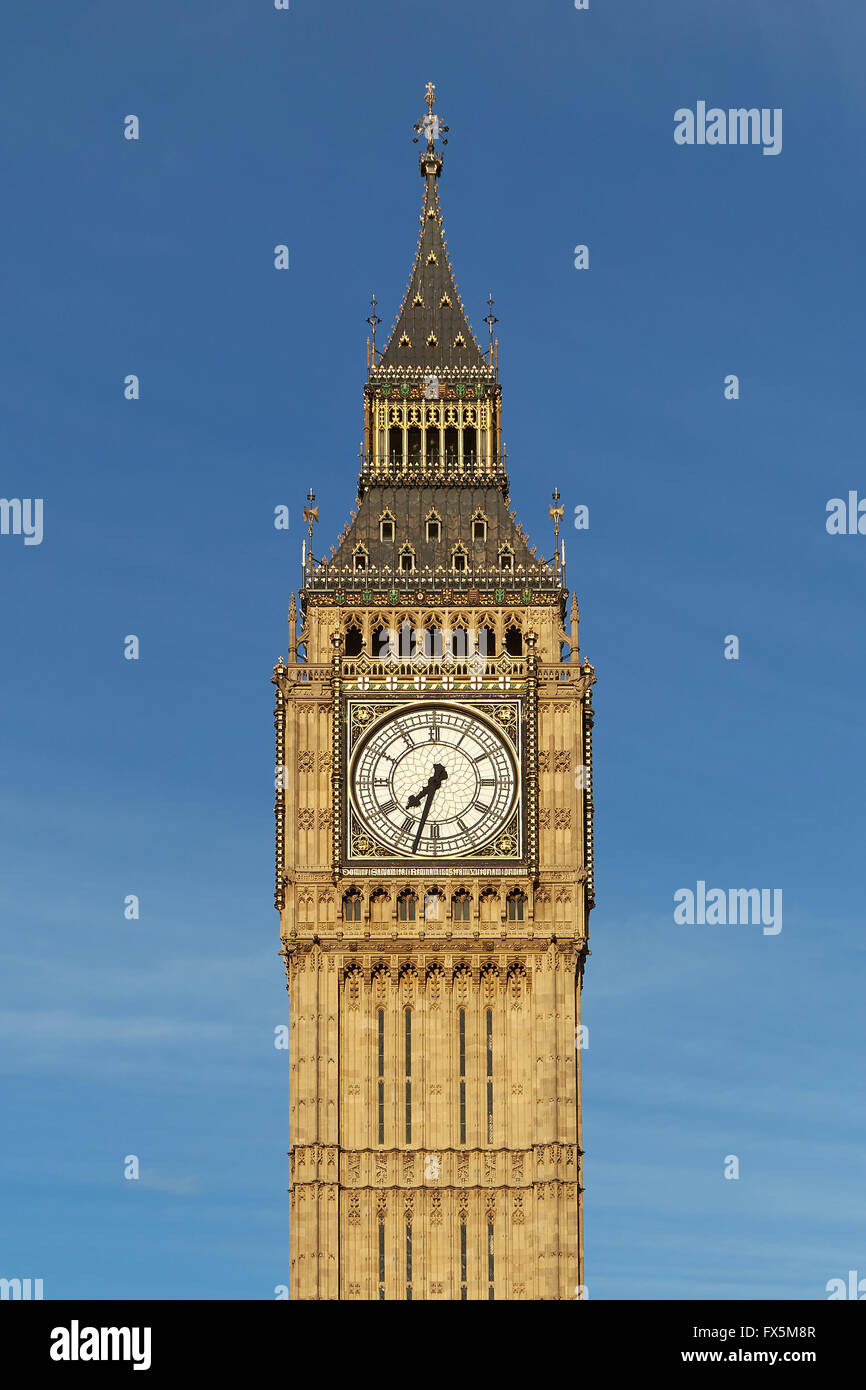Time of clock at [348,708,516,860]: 7:32
